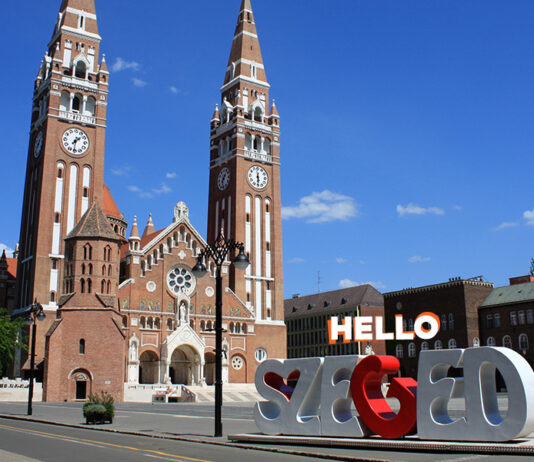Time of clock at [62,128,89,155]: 7:31
